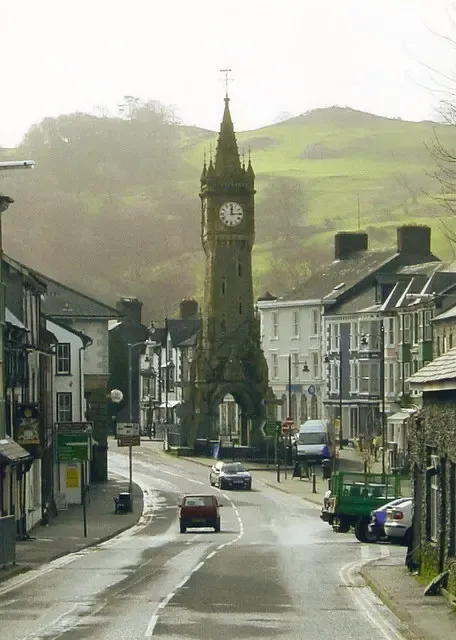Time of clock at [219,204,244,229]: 12:14
